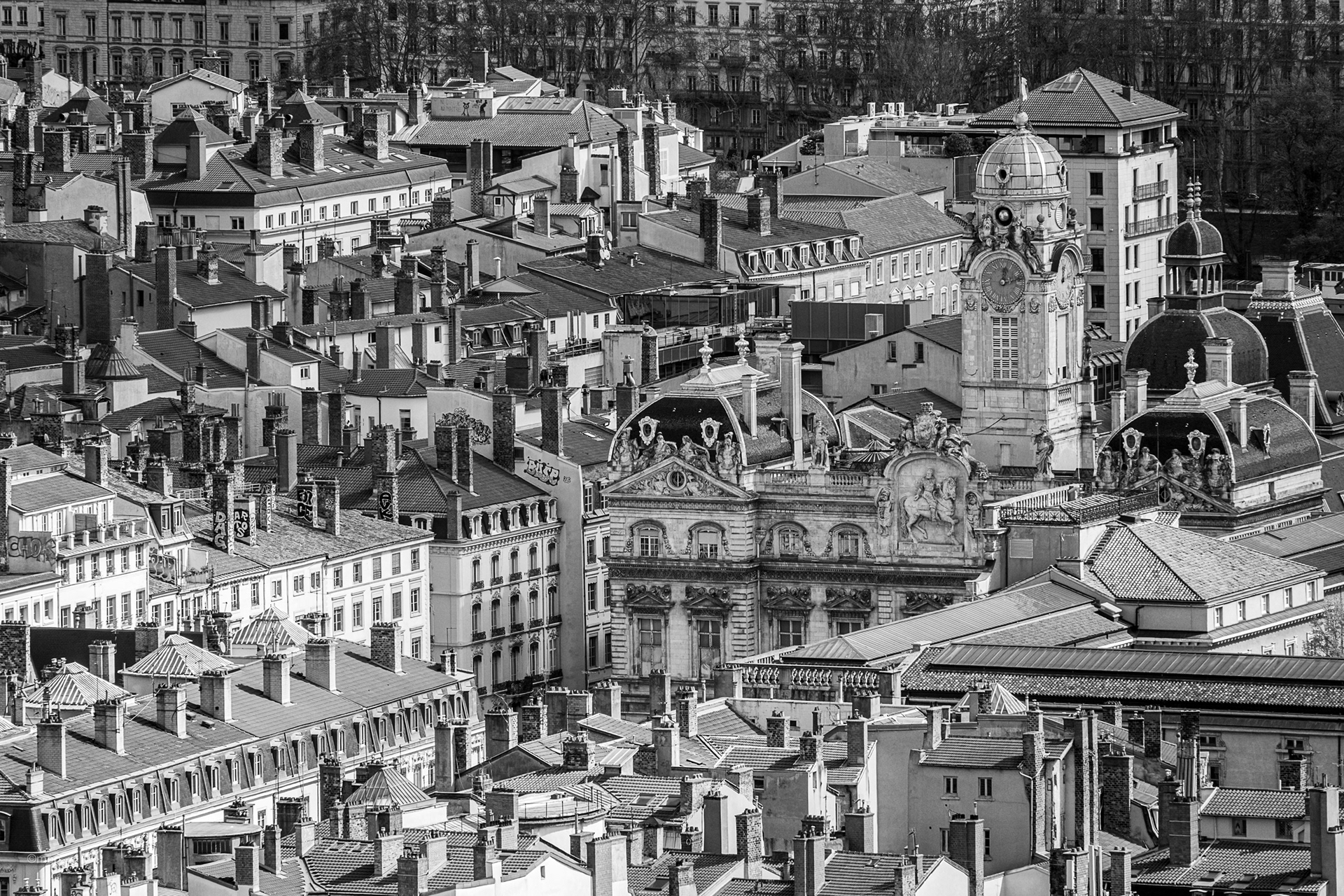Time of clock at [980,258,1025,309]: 12:12
